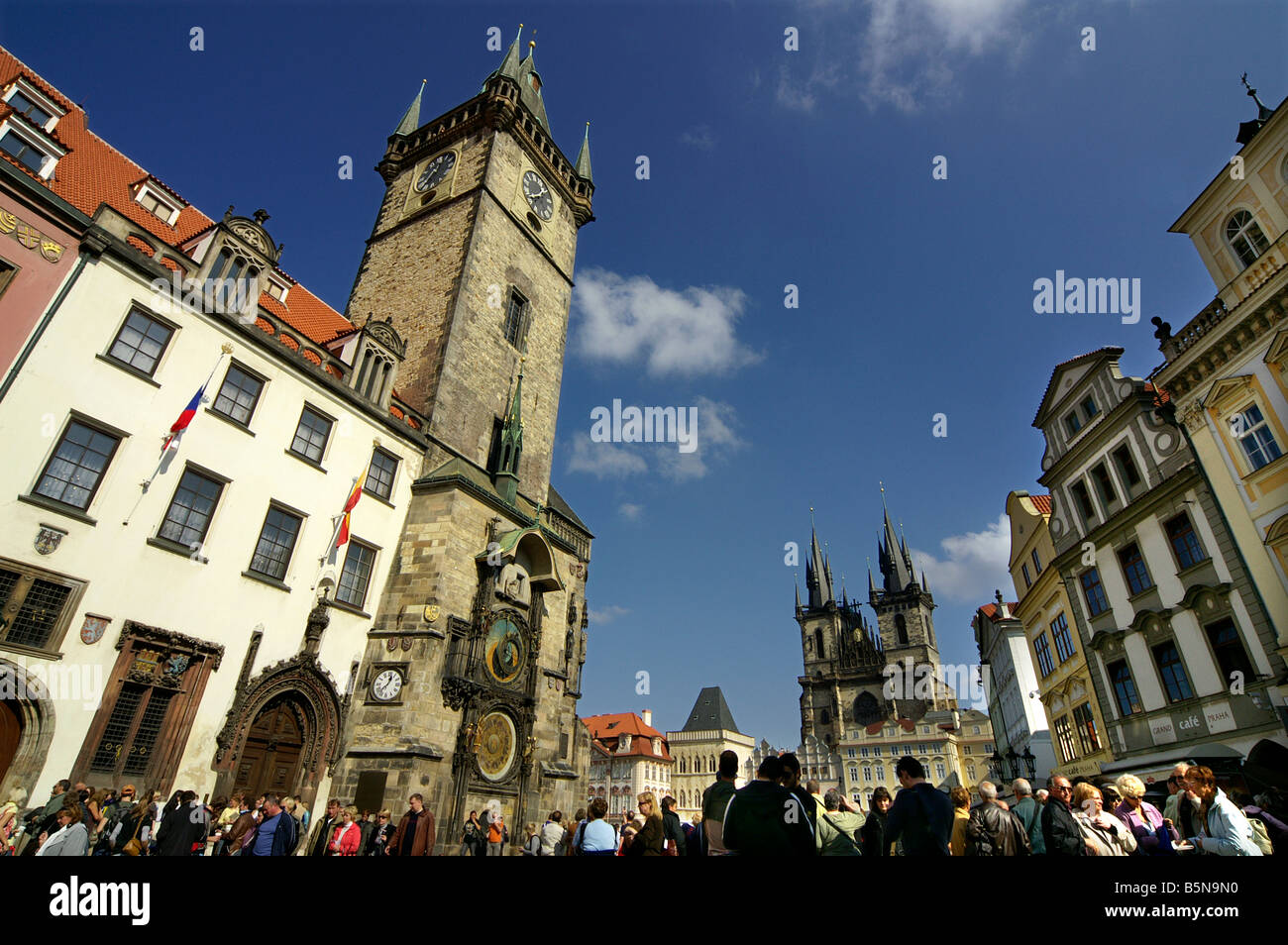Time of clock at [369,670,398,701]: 12:37
